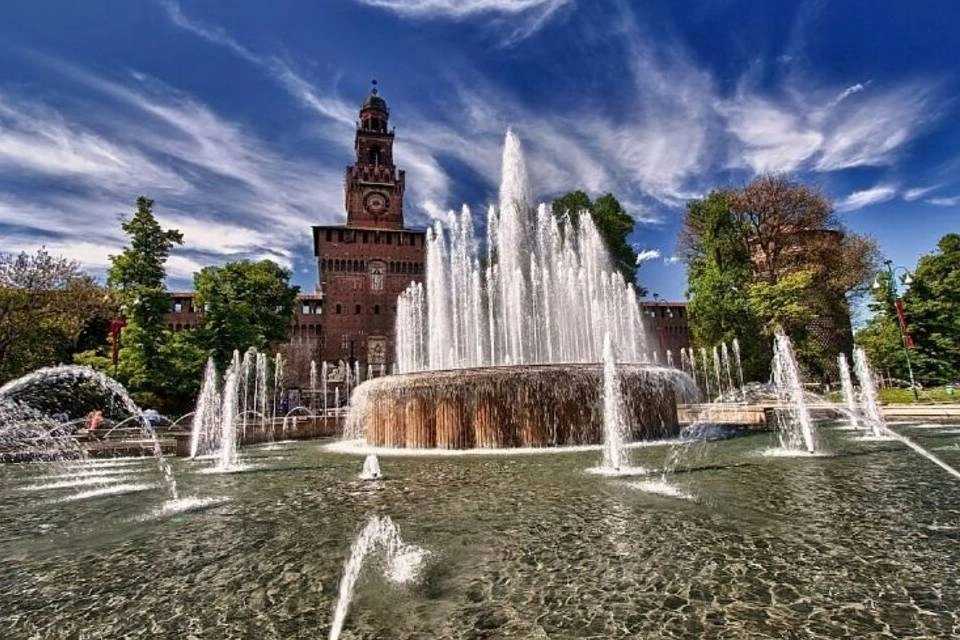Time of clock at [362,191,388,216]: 8:17
